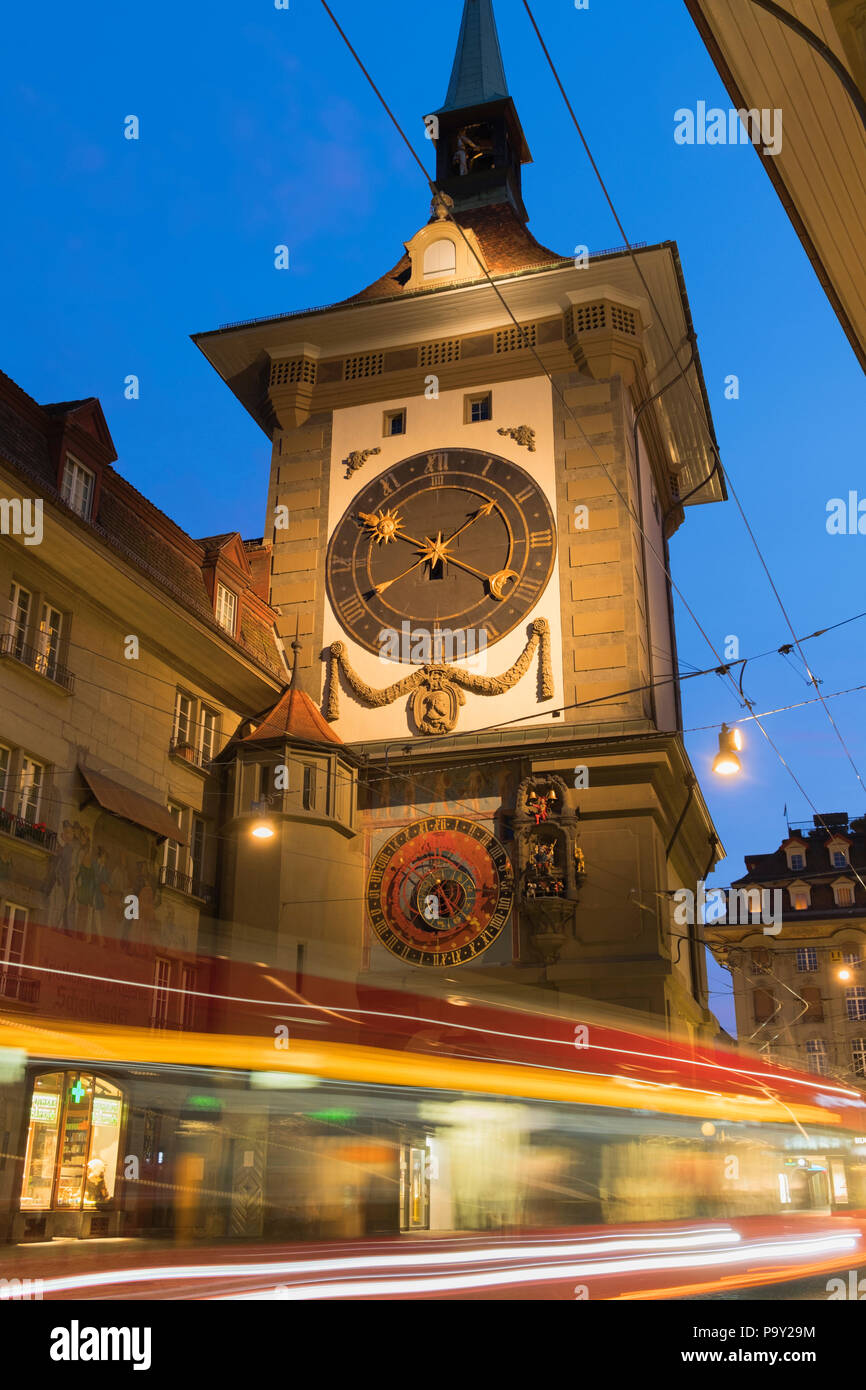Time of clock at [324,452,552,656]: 1:50
